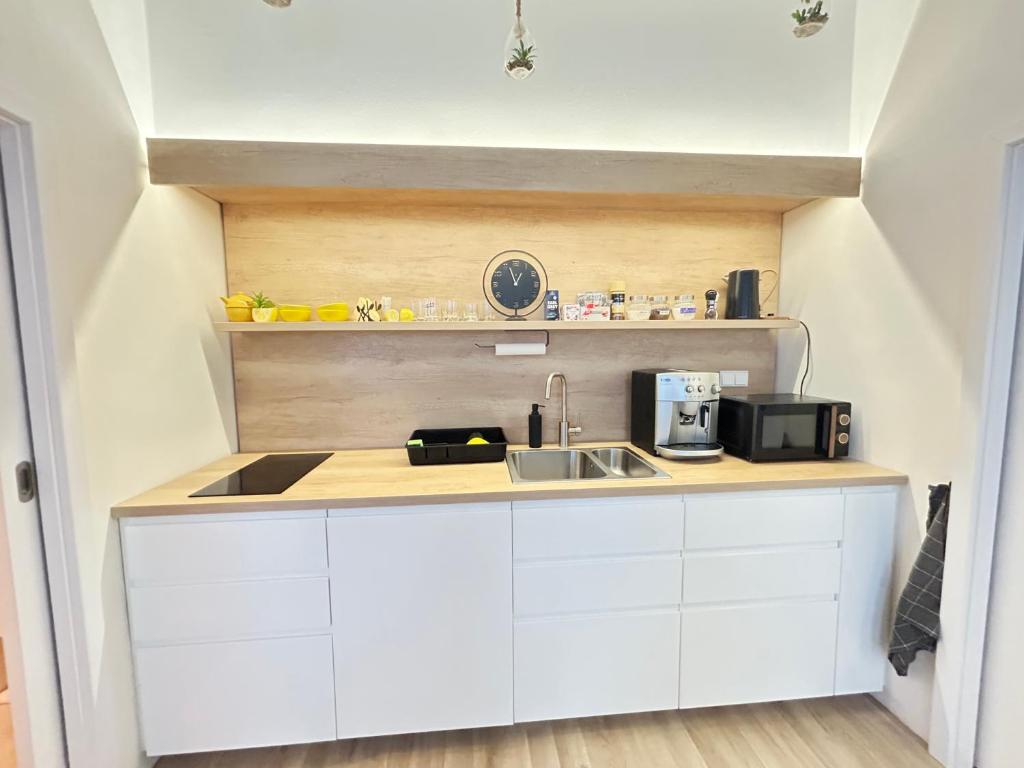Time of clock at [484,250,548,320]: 12:56
